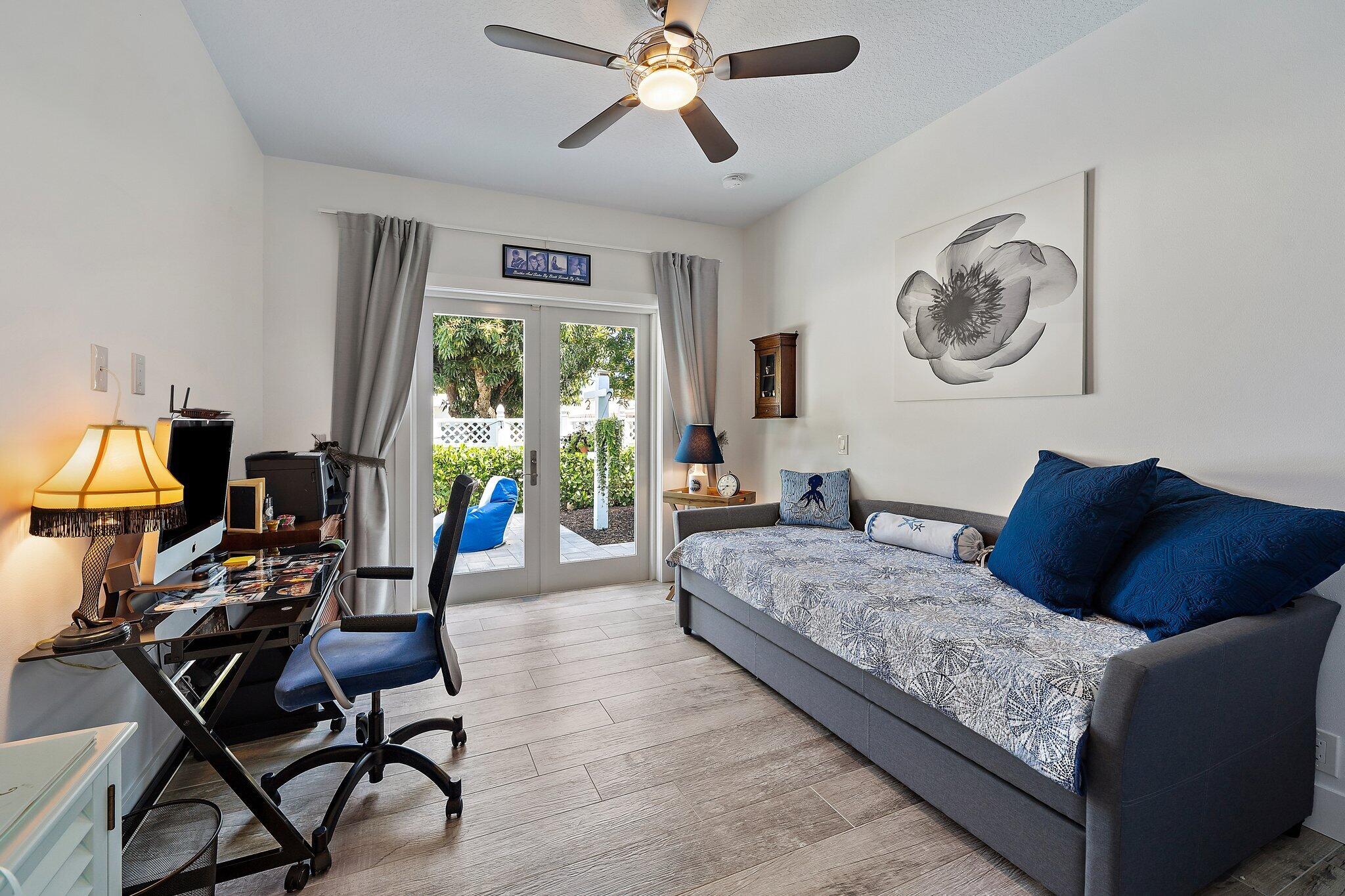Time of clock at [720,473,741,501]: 7:44
